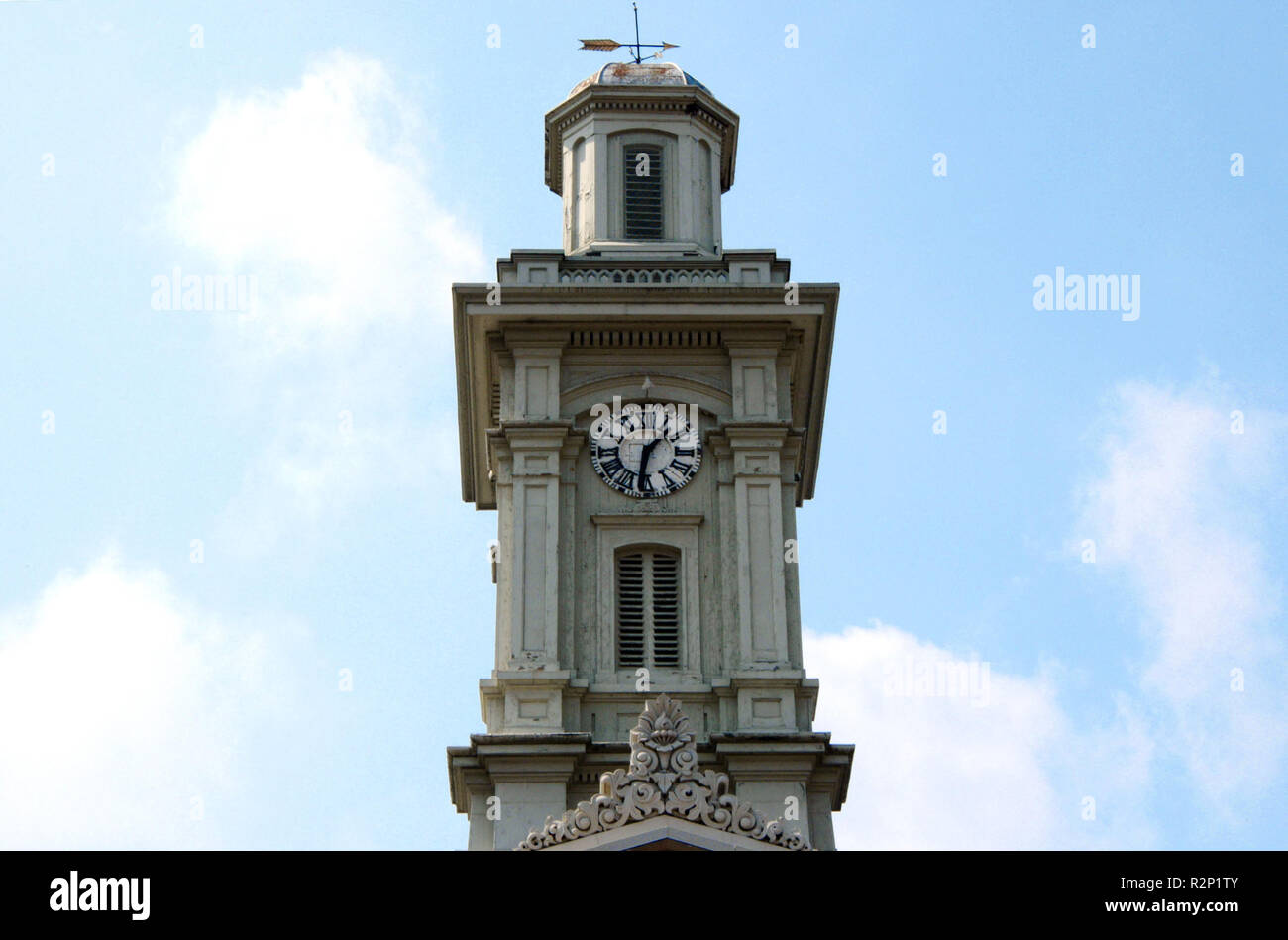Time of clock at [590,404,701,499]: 1:32
